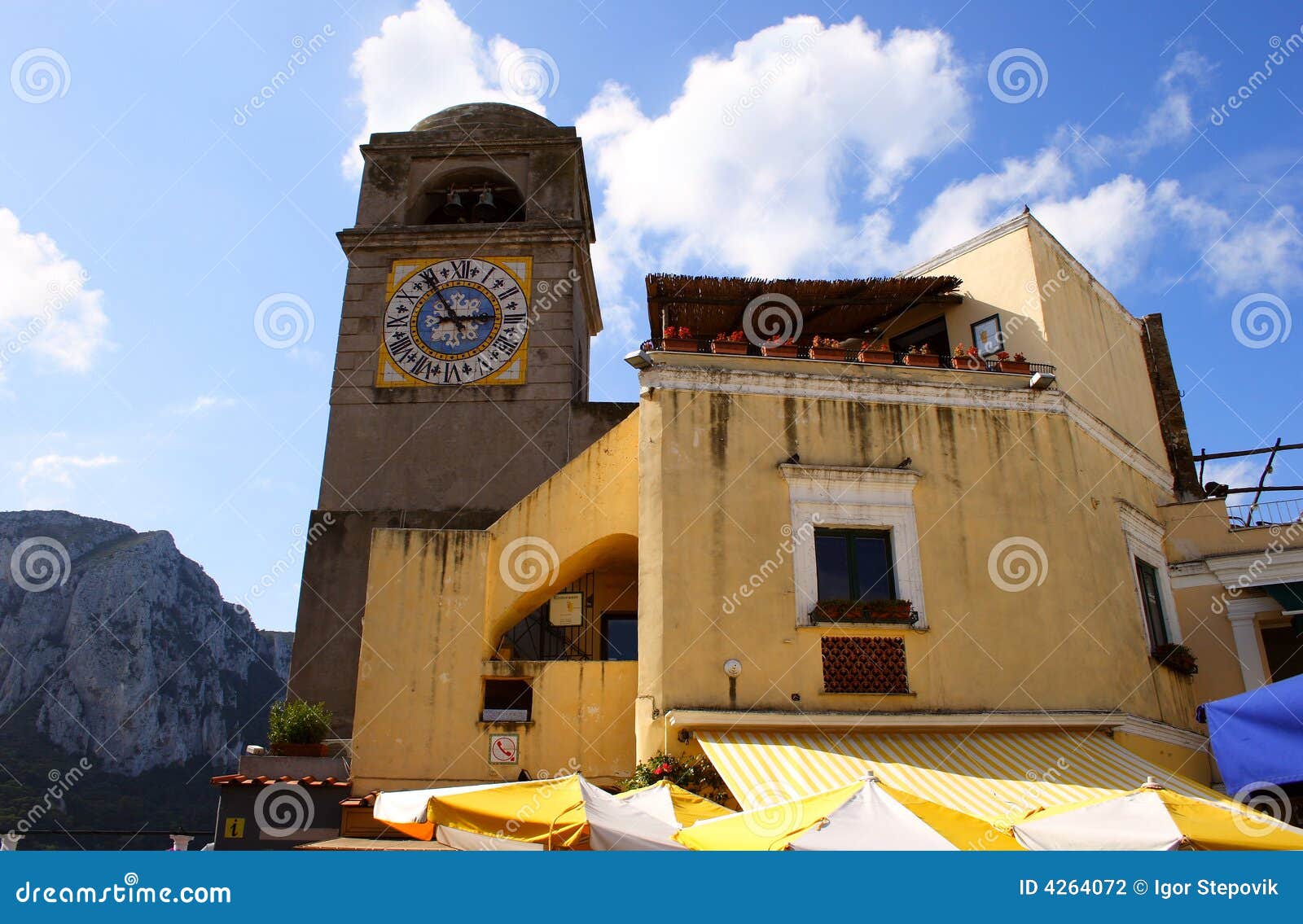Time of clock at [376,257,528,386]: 2:53
